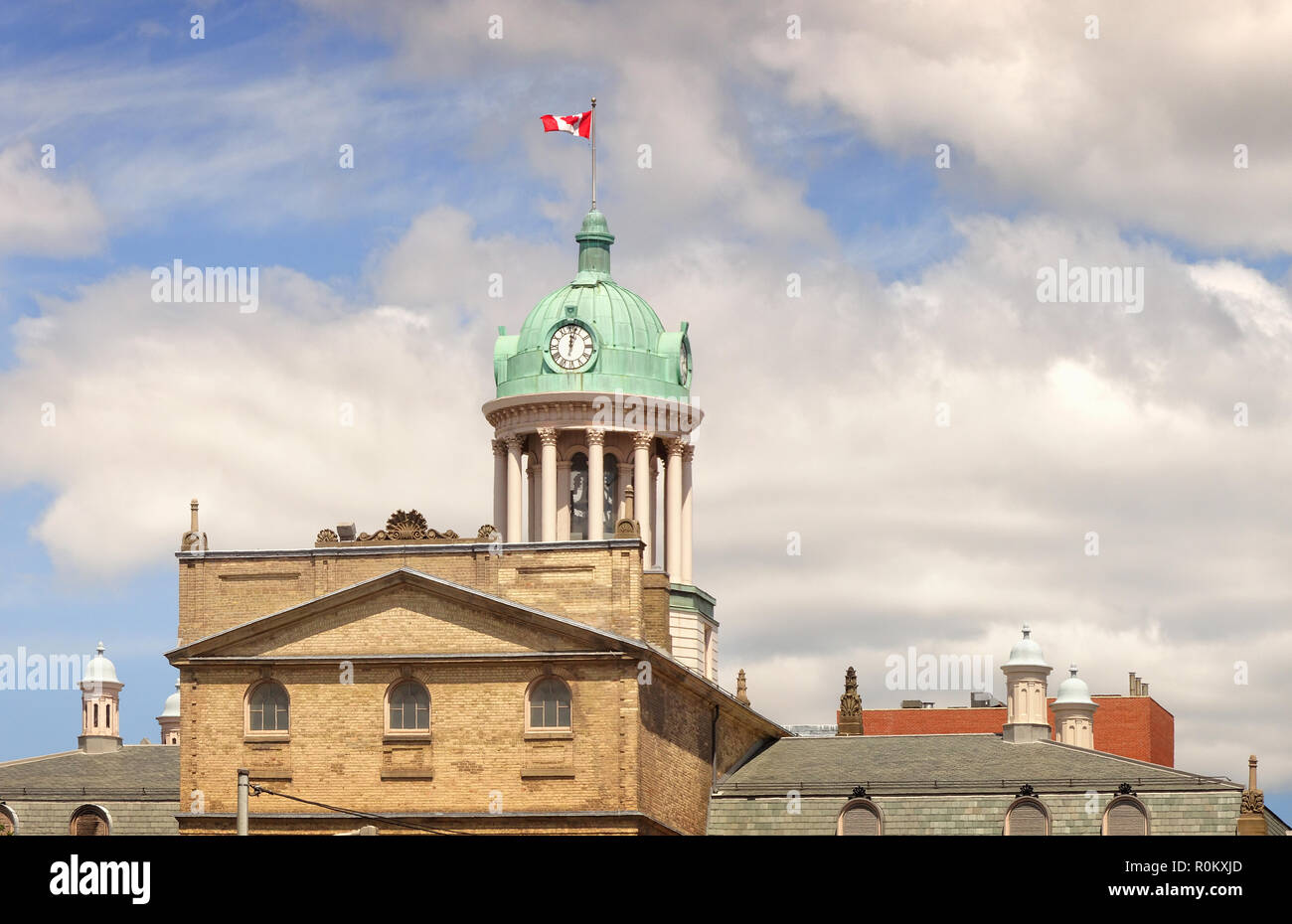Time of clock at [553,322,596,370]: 12:02
